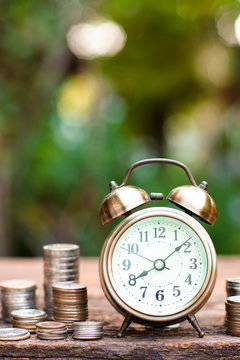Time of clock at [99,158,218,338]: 8:08
